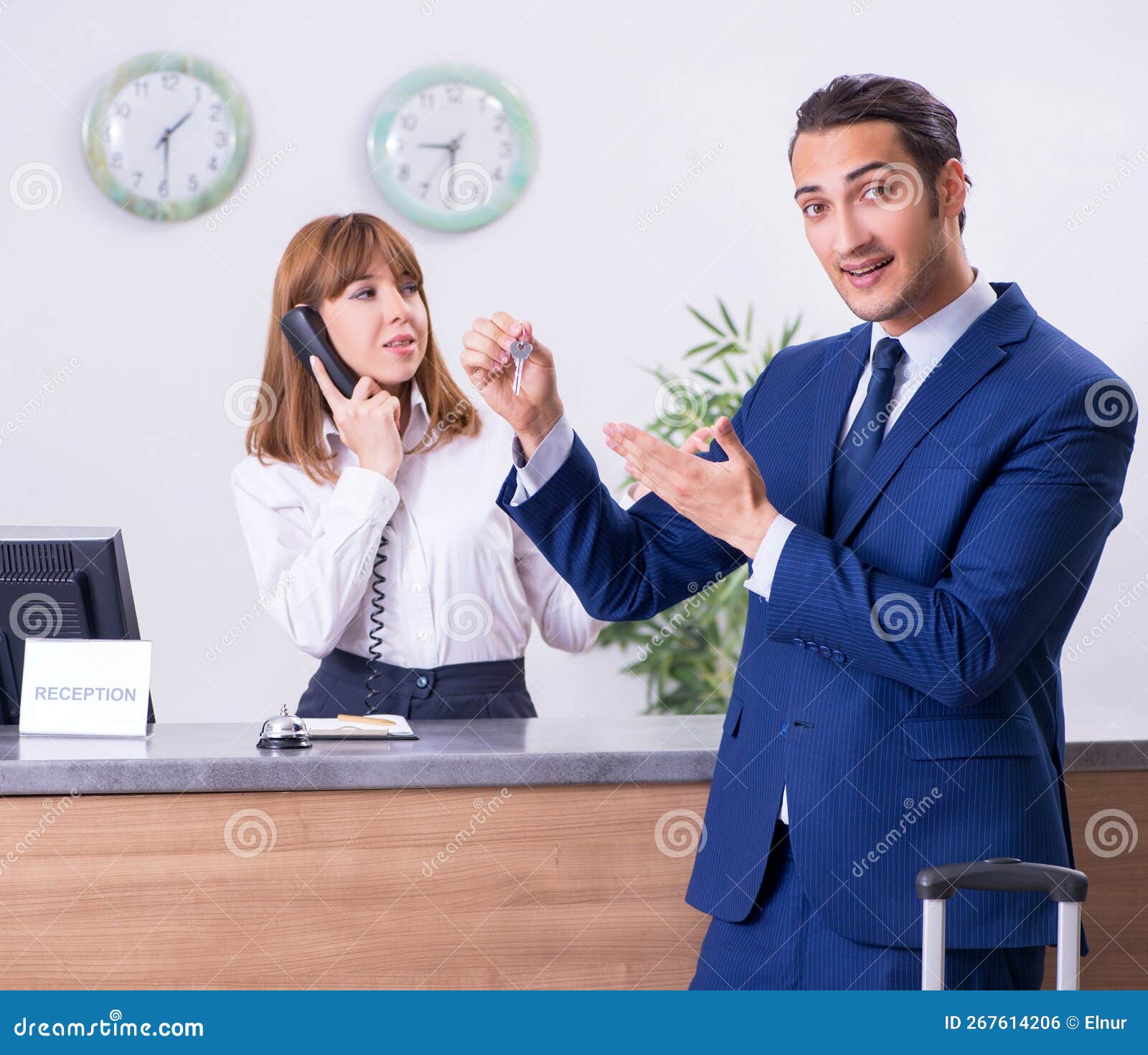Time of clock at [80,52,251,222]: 1:29
